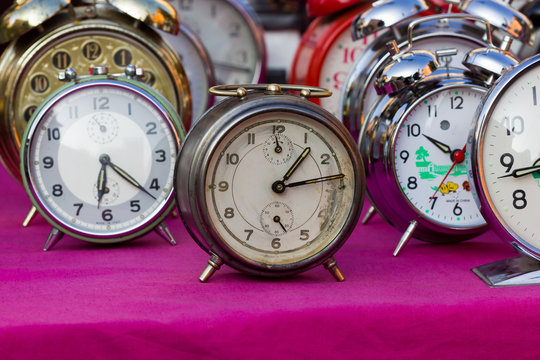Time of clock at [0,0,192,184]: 6:21
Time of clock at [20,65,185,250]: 6:21
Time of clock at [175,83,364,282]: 1:13
